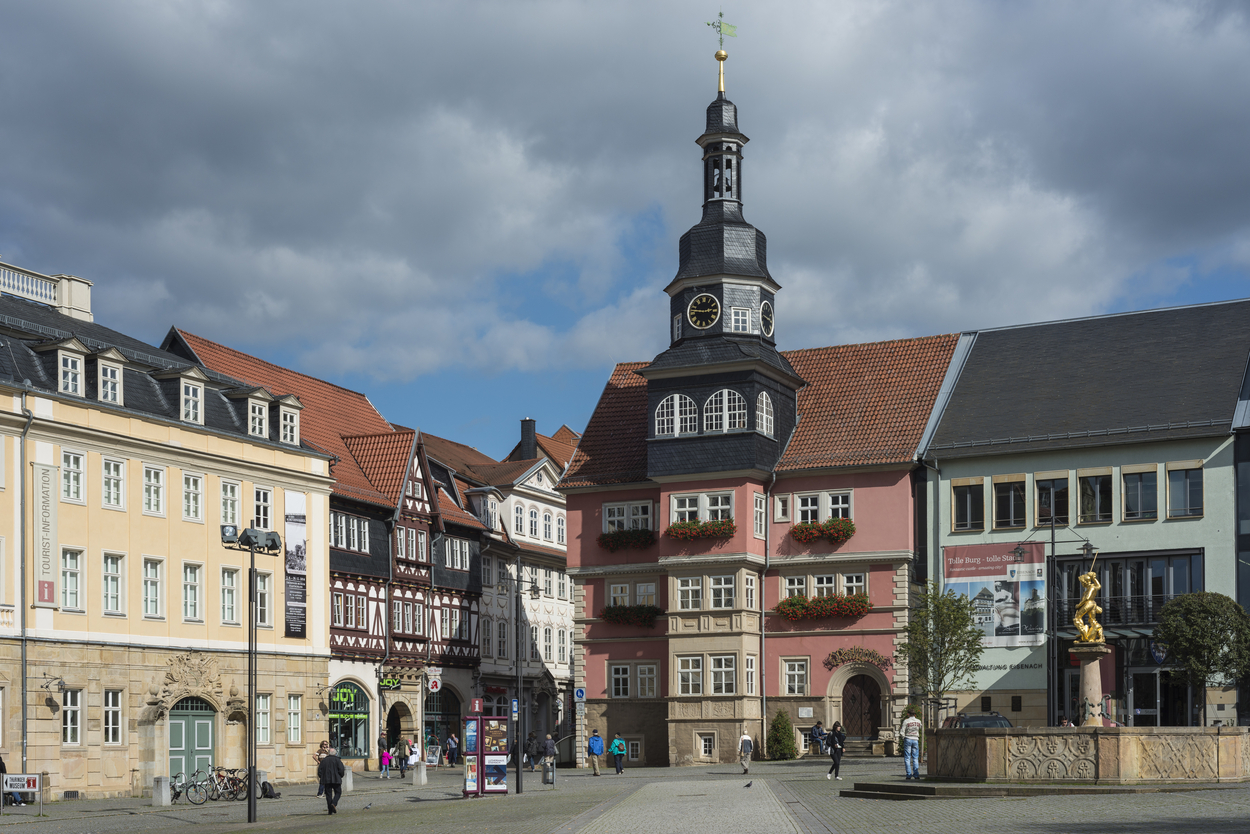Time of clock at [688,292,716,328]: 2:46
